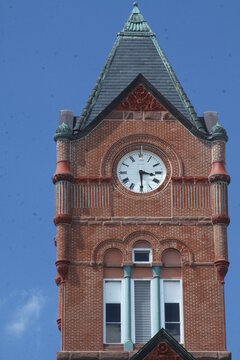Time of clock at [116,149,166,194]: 3:29
